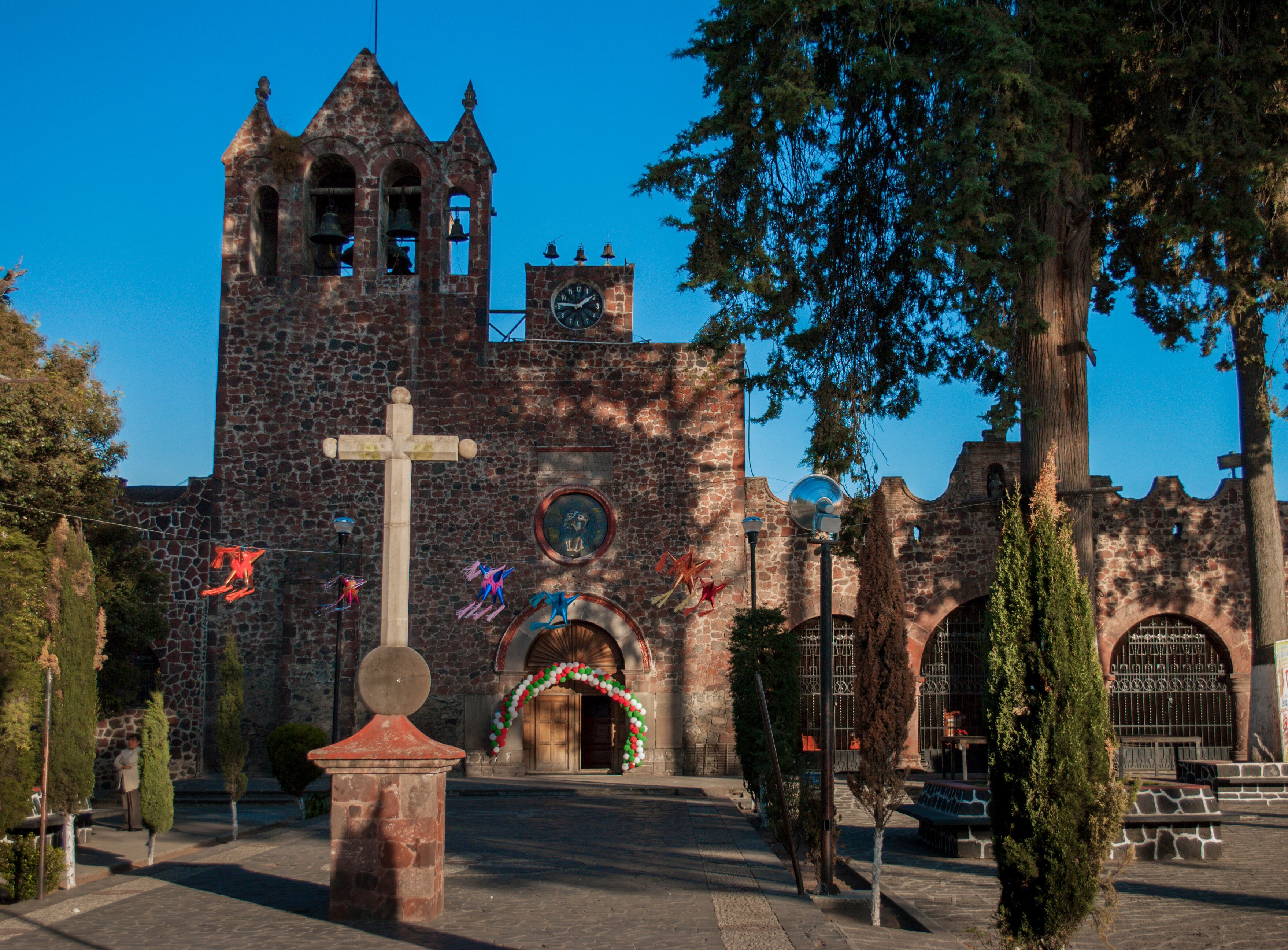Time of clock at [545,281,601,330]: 1:46
